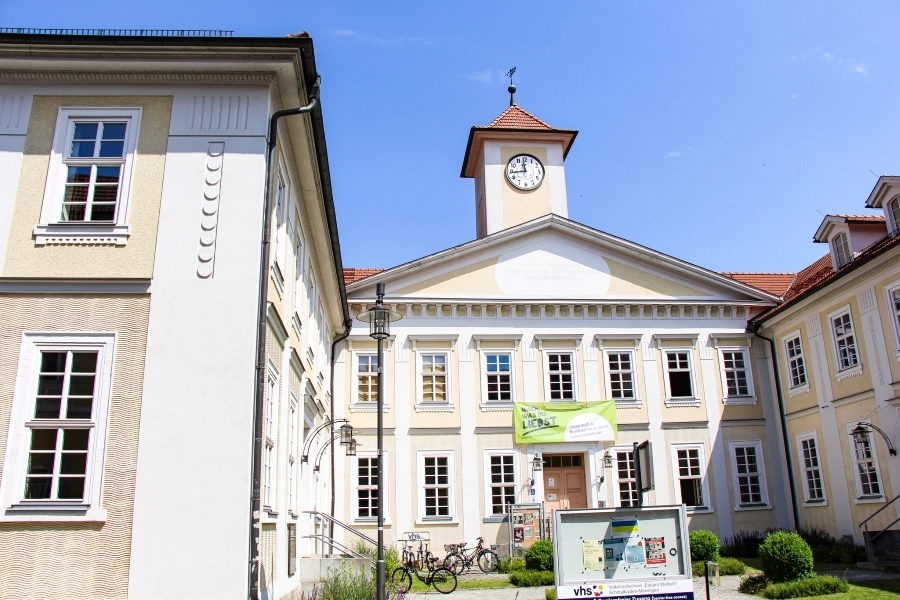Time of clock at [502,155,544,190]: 11:43
